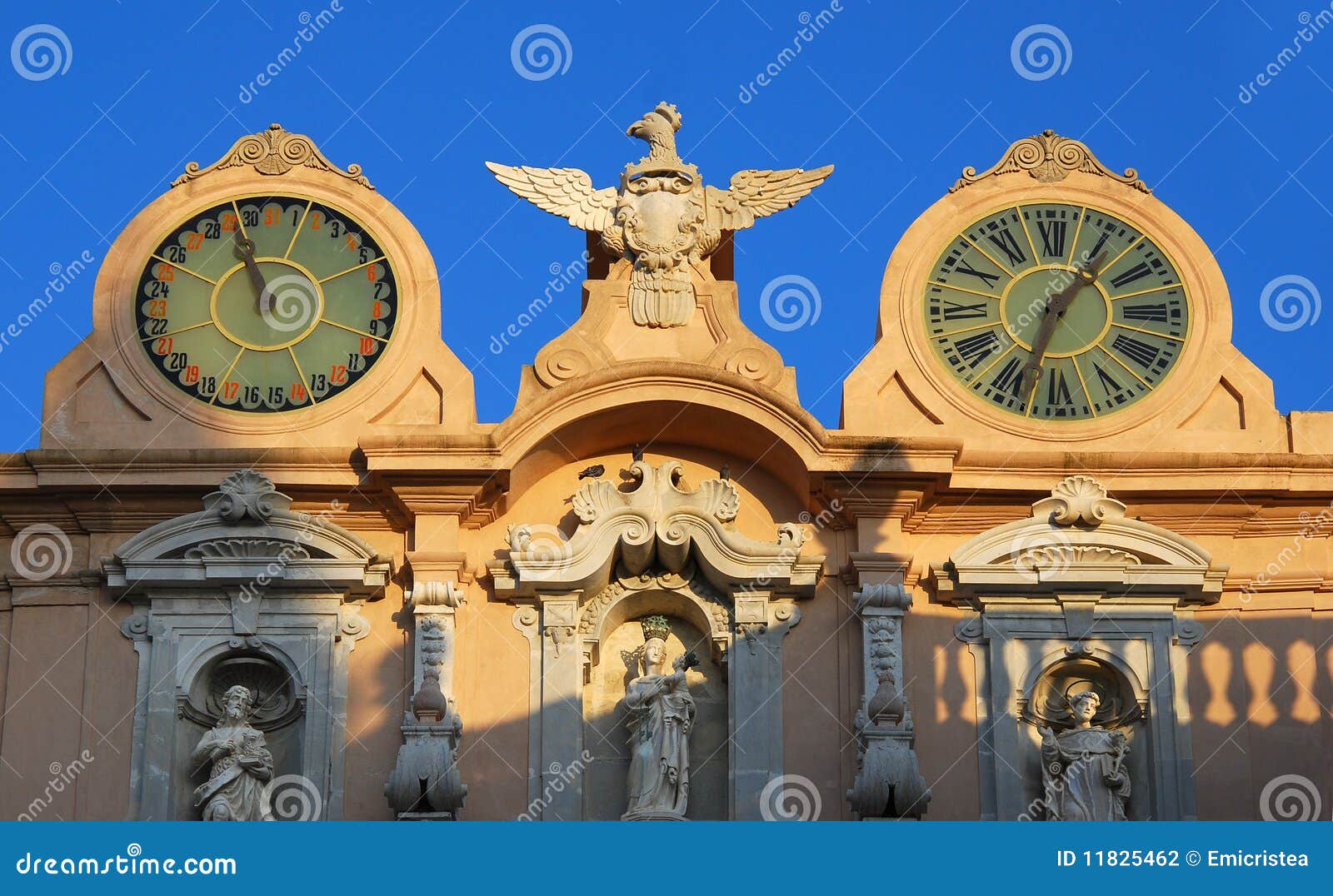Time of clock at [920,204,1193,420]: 1:33
